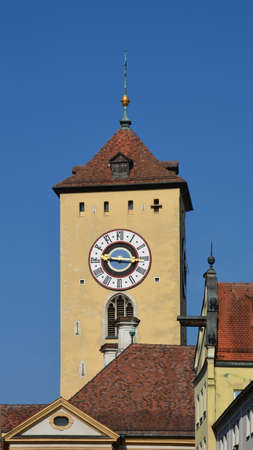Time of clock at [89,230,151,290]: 9:16
